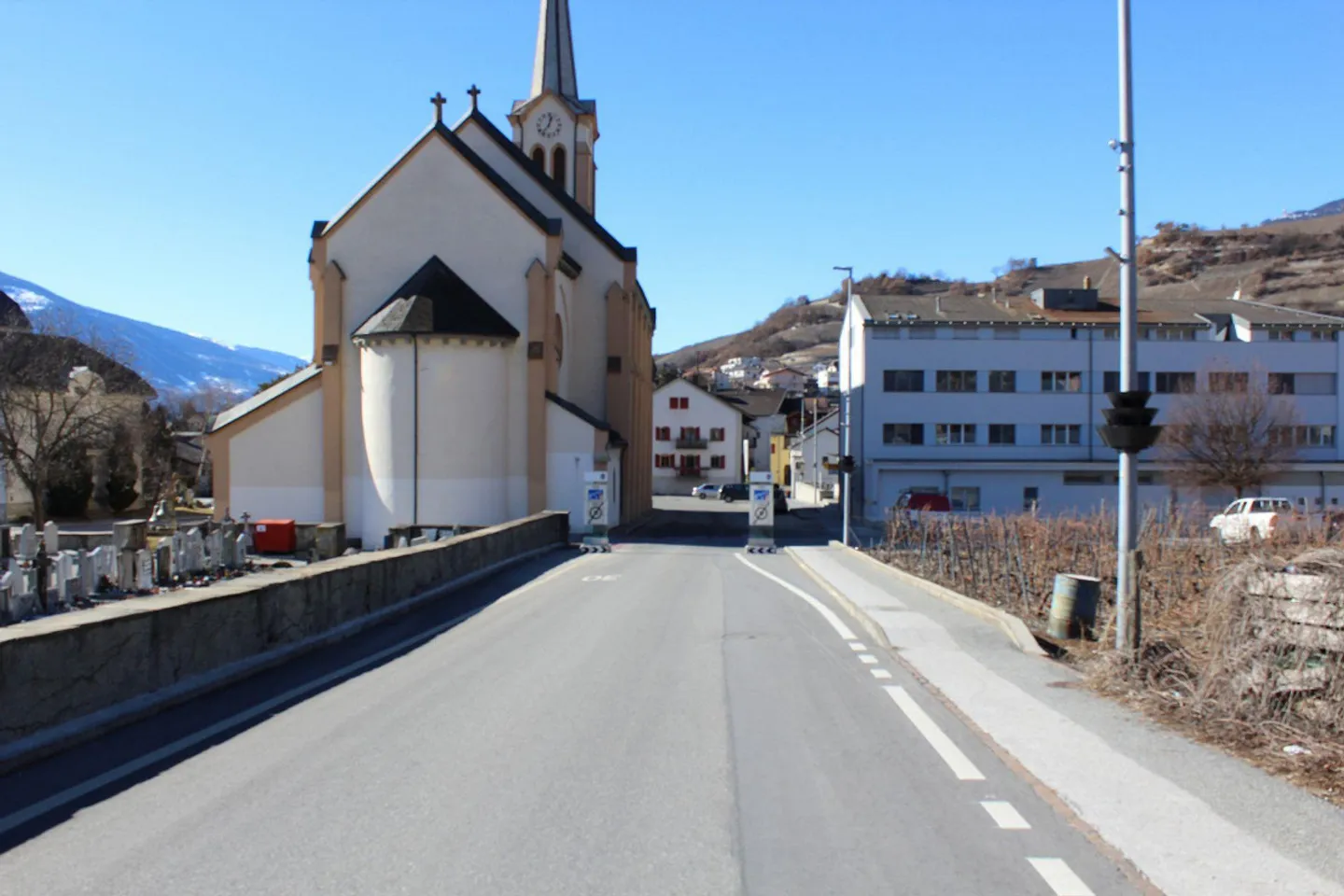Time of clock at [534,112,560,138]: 12:36
